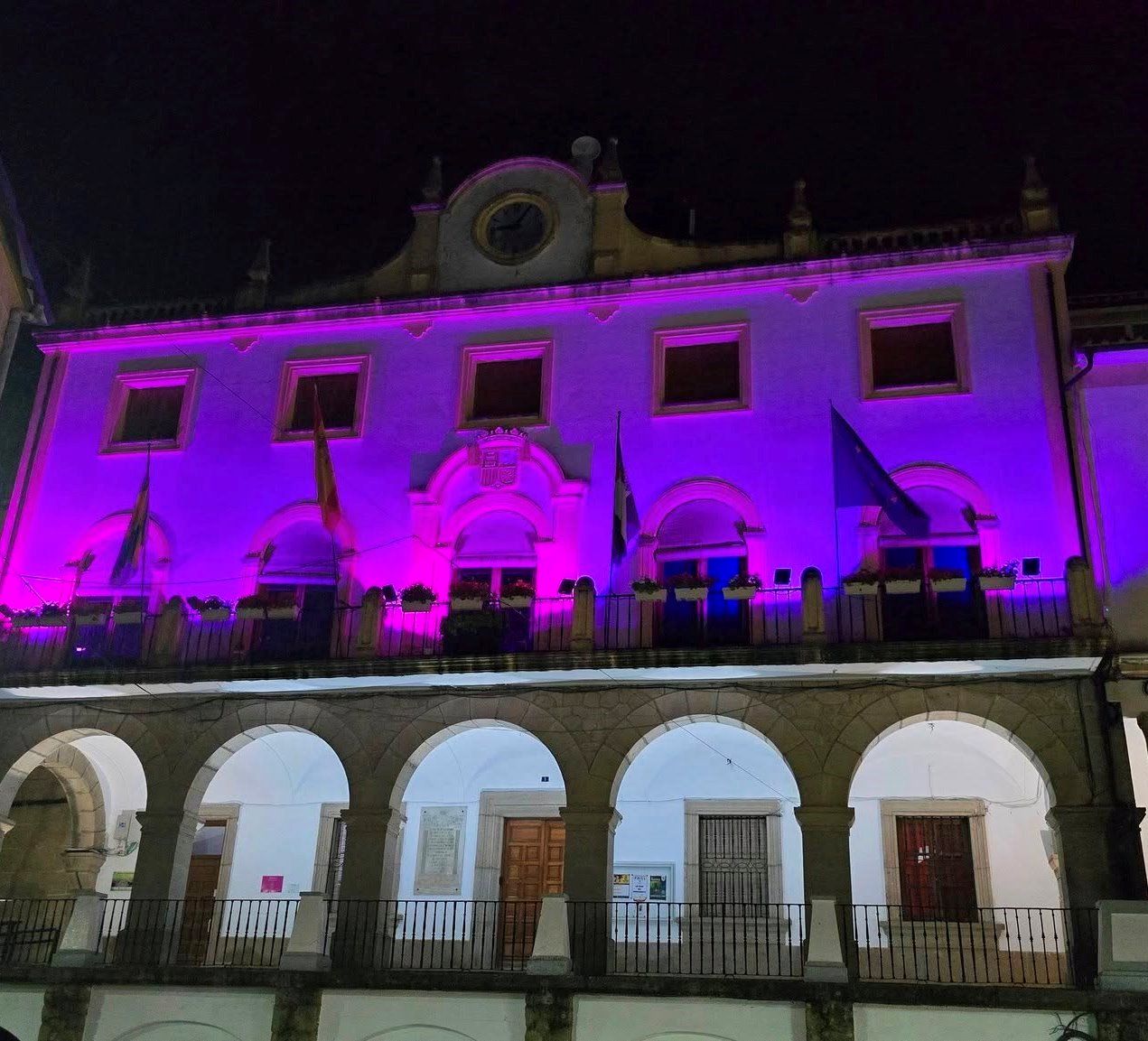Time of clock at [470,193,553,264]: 9:05
